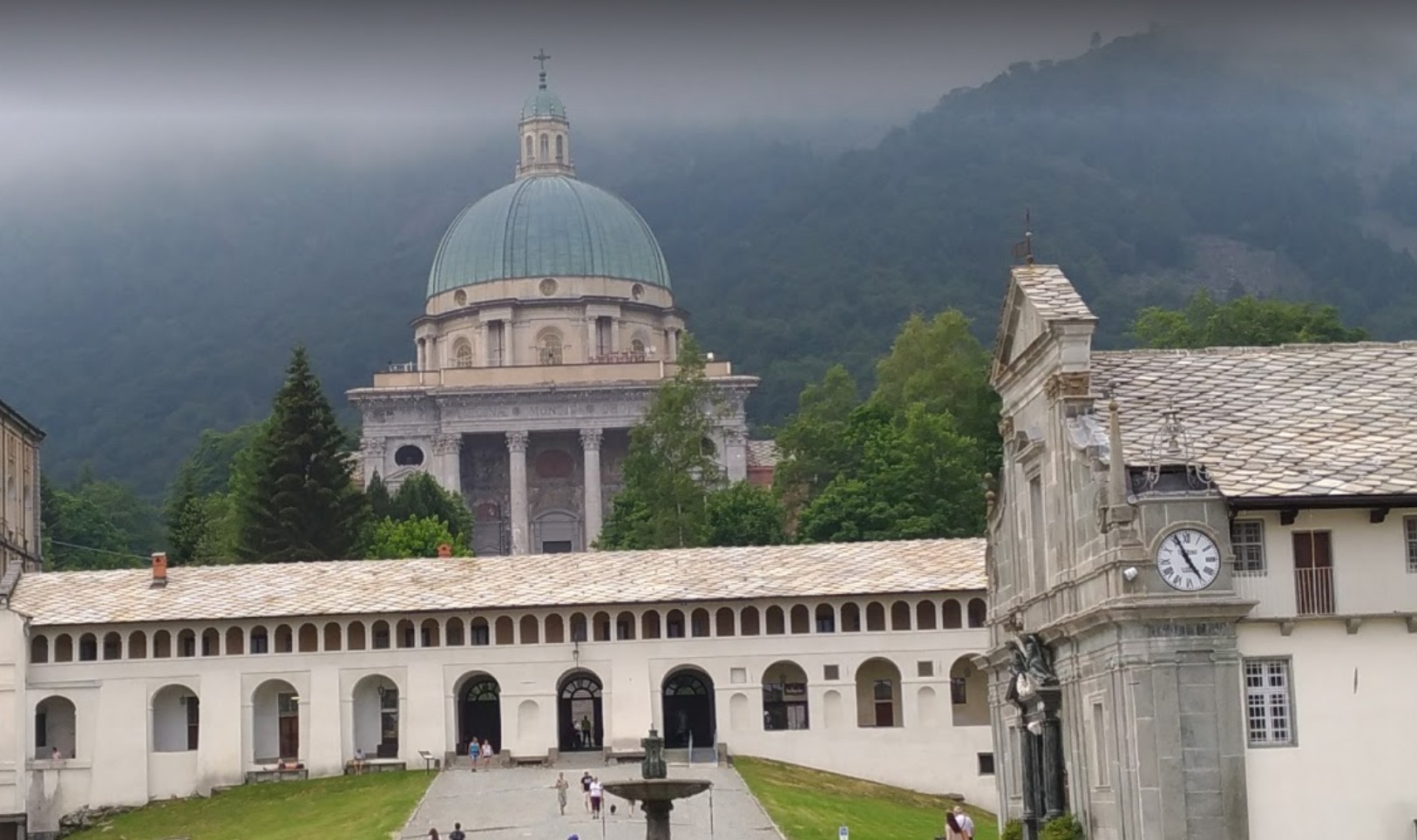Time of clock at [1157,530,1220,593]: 4:55
